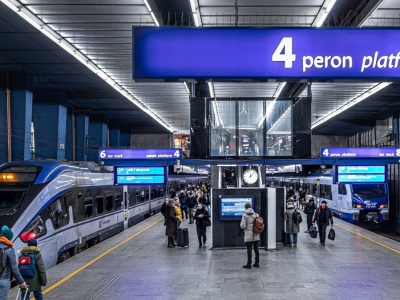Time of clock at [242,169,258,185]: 12:07
